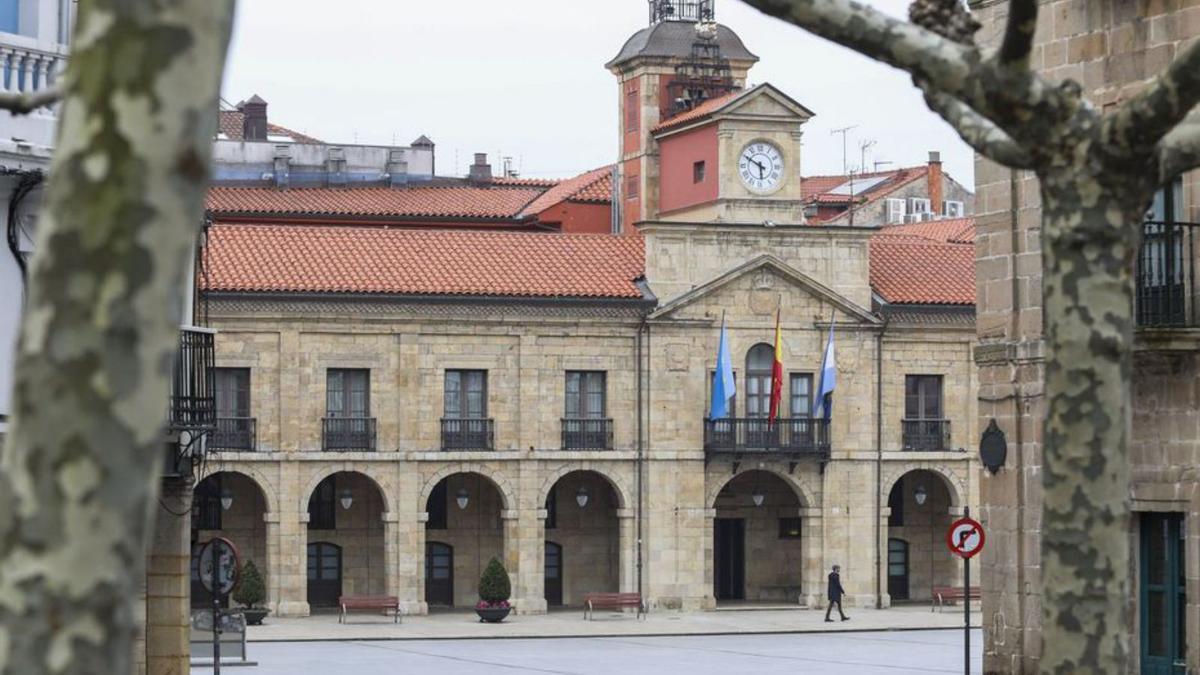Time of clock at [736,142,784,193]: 5:49
